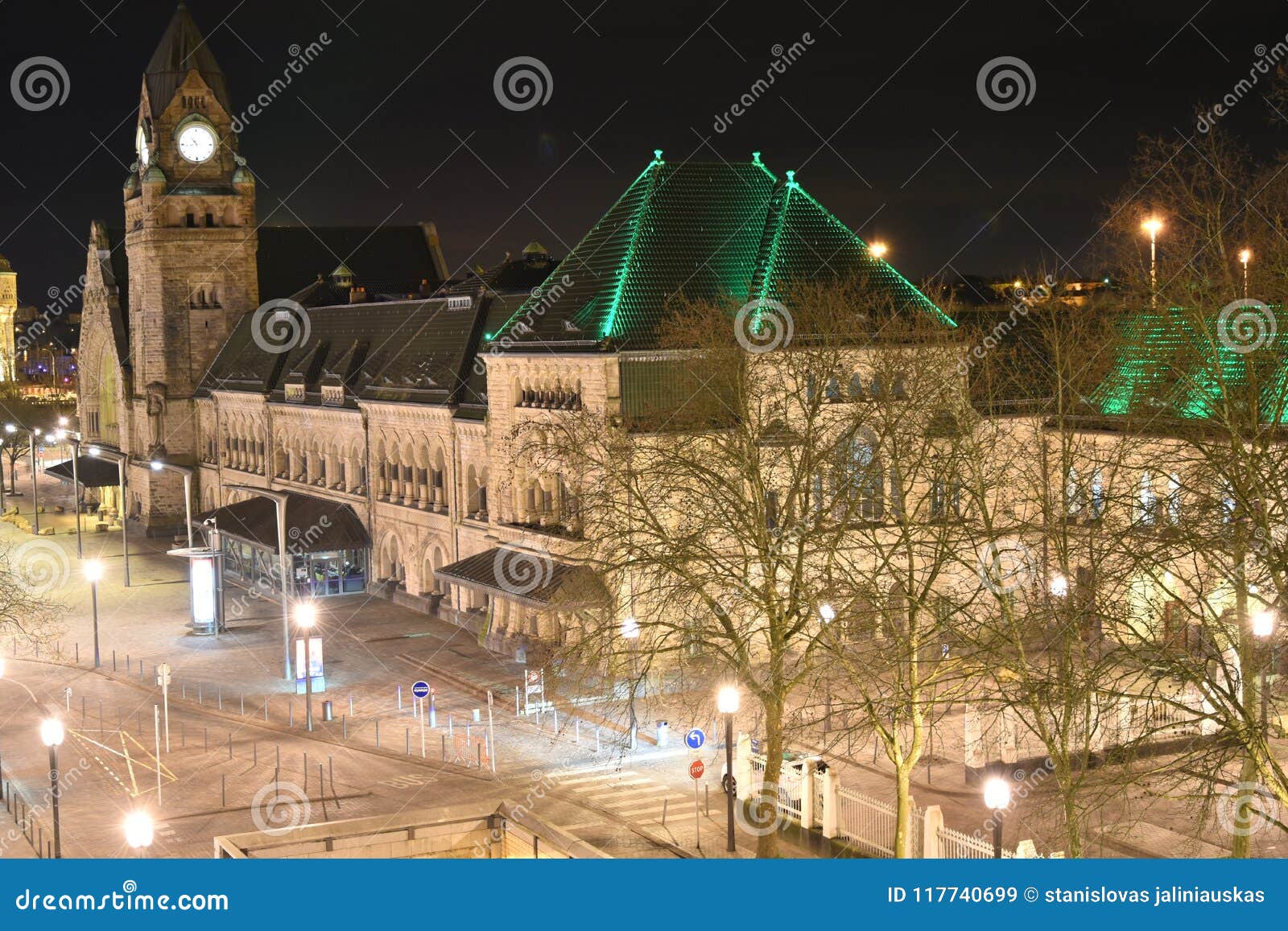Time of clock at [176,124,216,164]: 10:43
